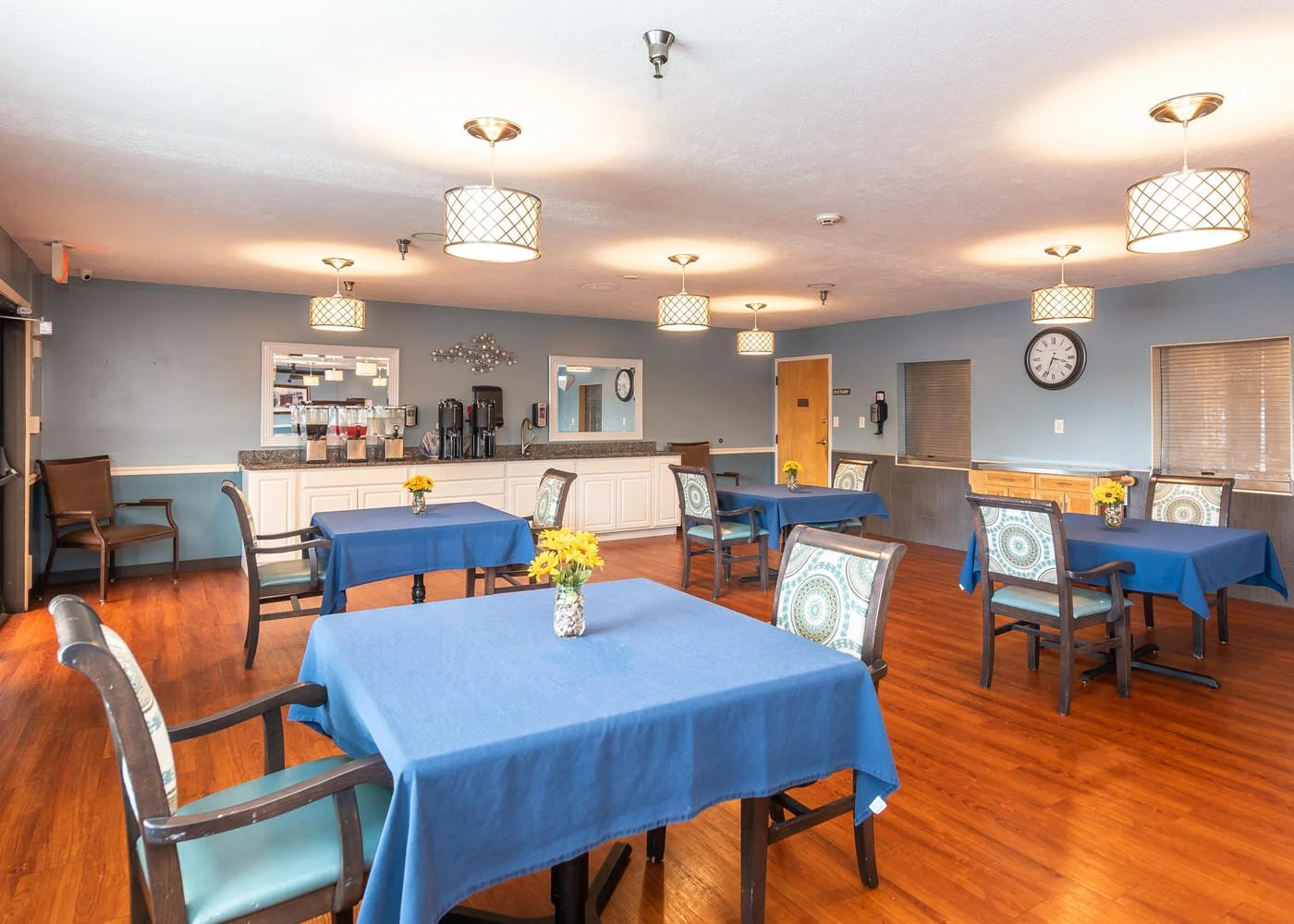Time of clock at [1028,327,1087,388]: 3:33
